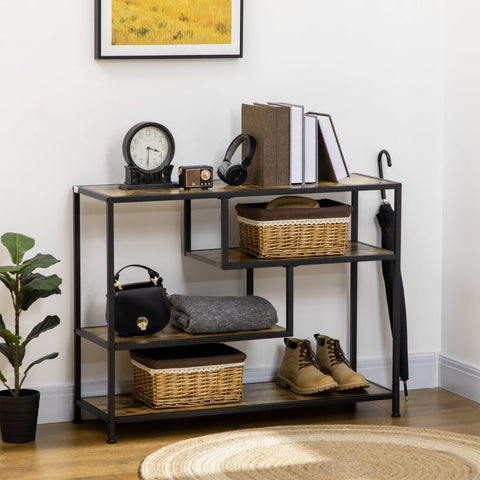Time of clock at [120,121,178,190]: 3:30
